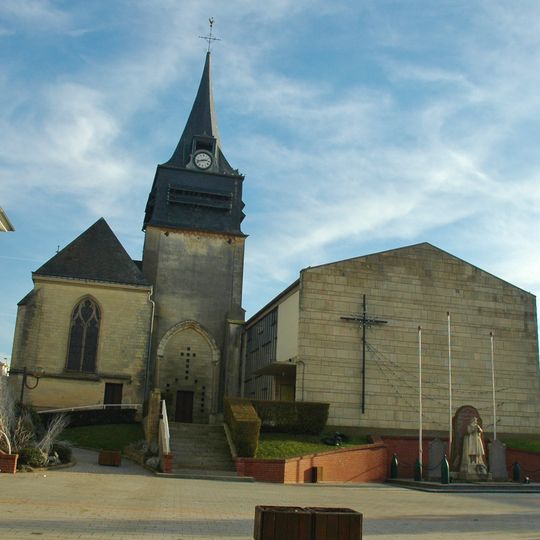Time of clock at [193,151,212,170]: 2:42
